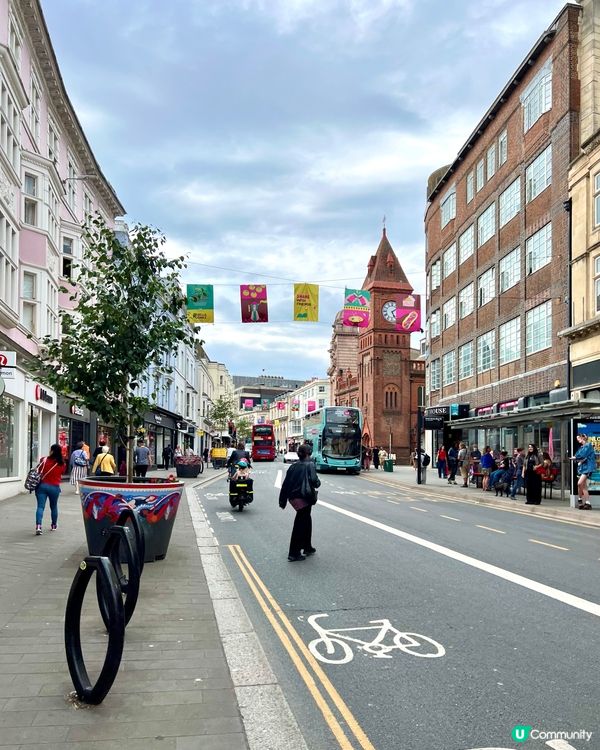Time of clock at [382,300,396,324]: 5:08
